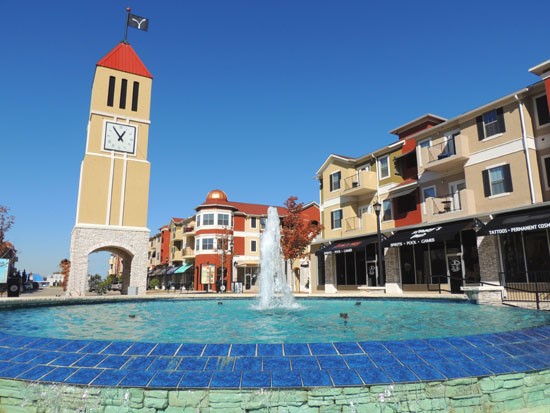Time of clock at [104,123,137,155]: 12:53
